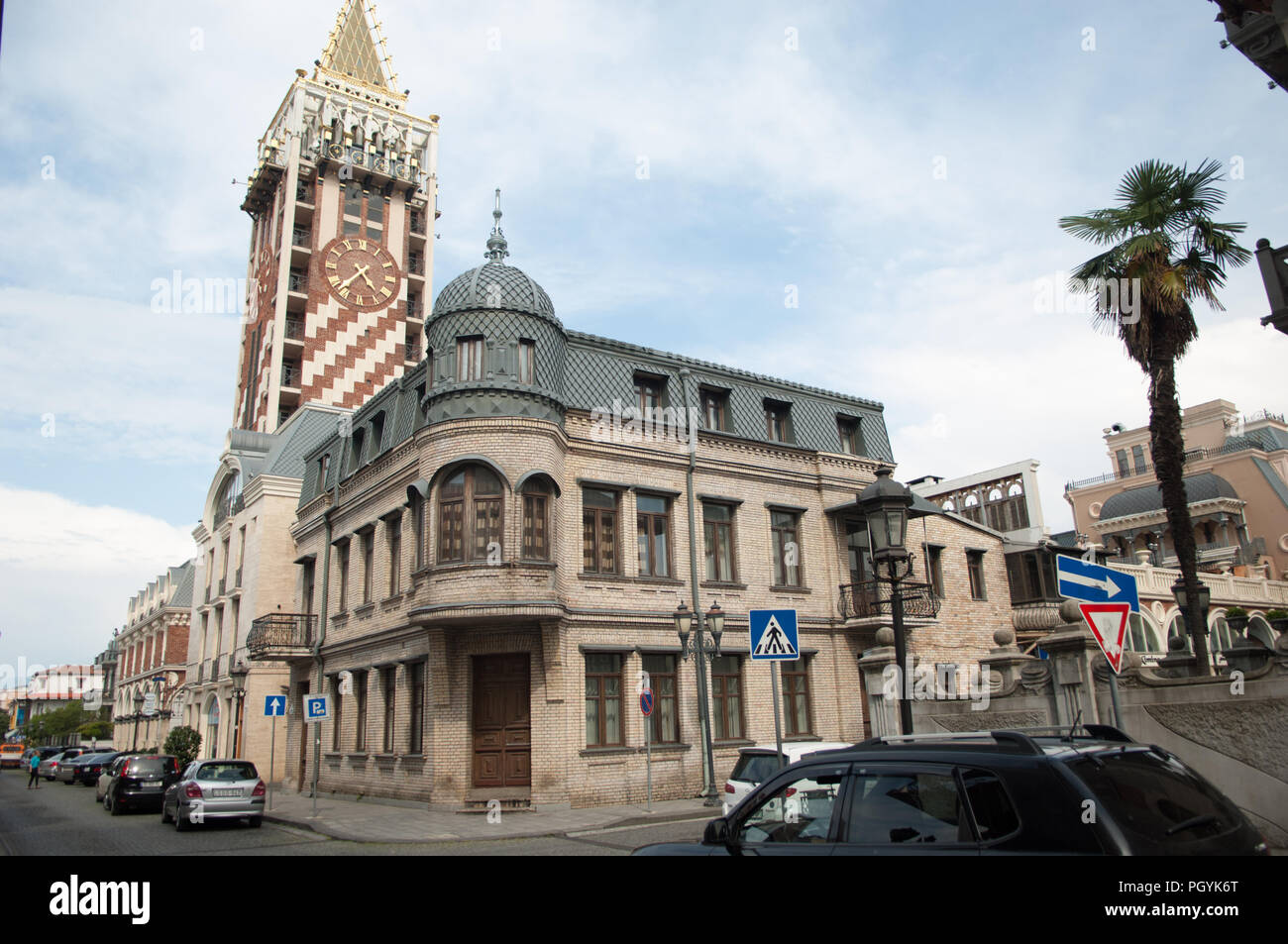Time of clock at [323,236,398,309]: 4:37
